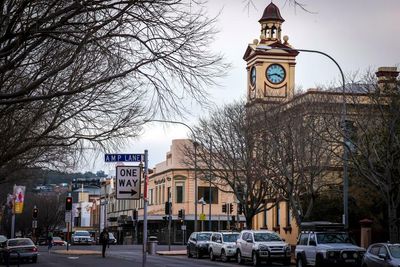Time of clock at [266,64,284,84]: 3:42
